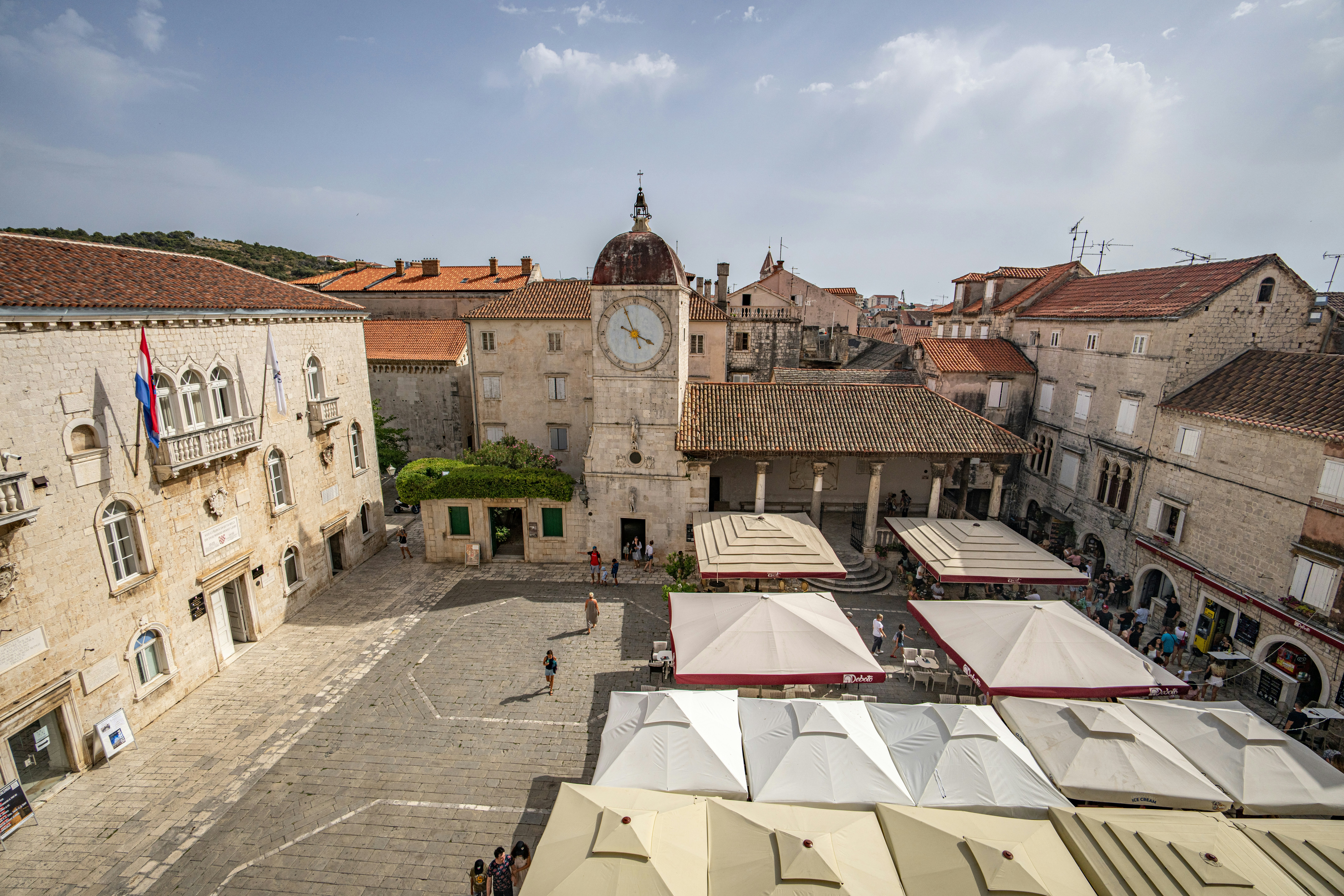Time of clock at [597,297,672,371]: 3:56
